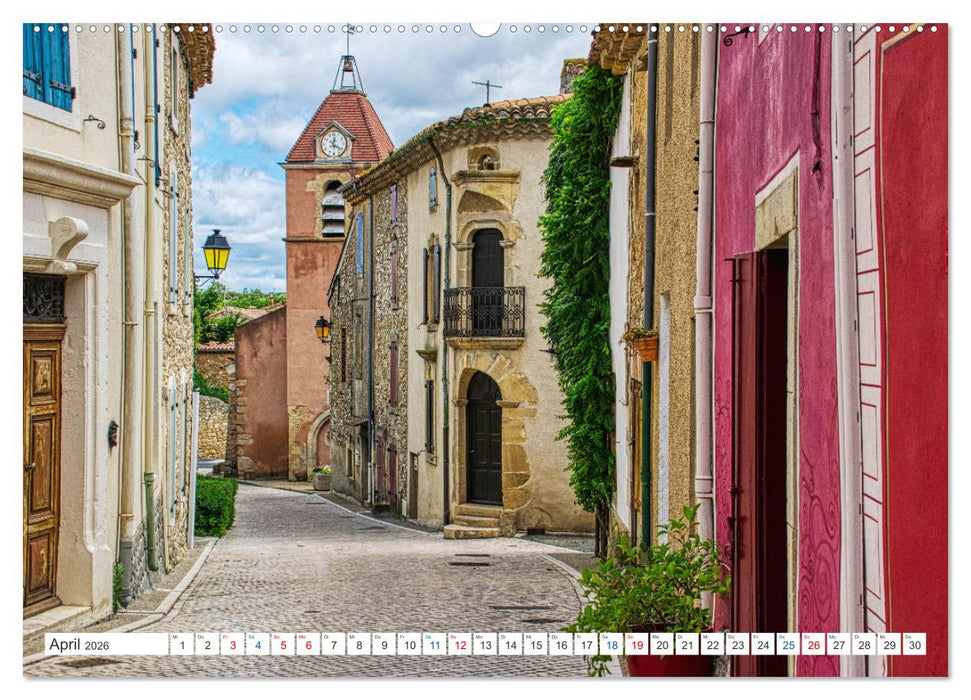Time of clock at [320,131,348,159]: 12:21
